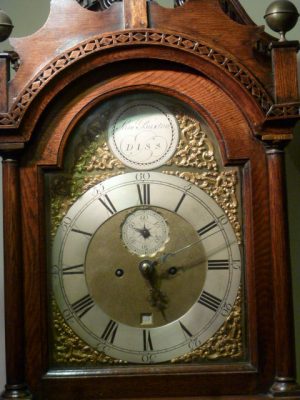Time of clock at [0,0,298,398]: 5:14
